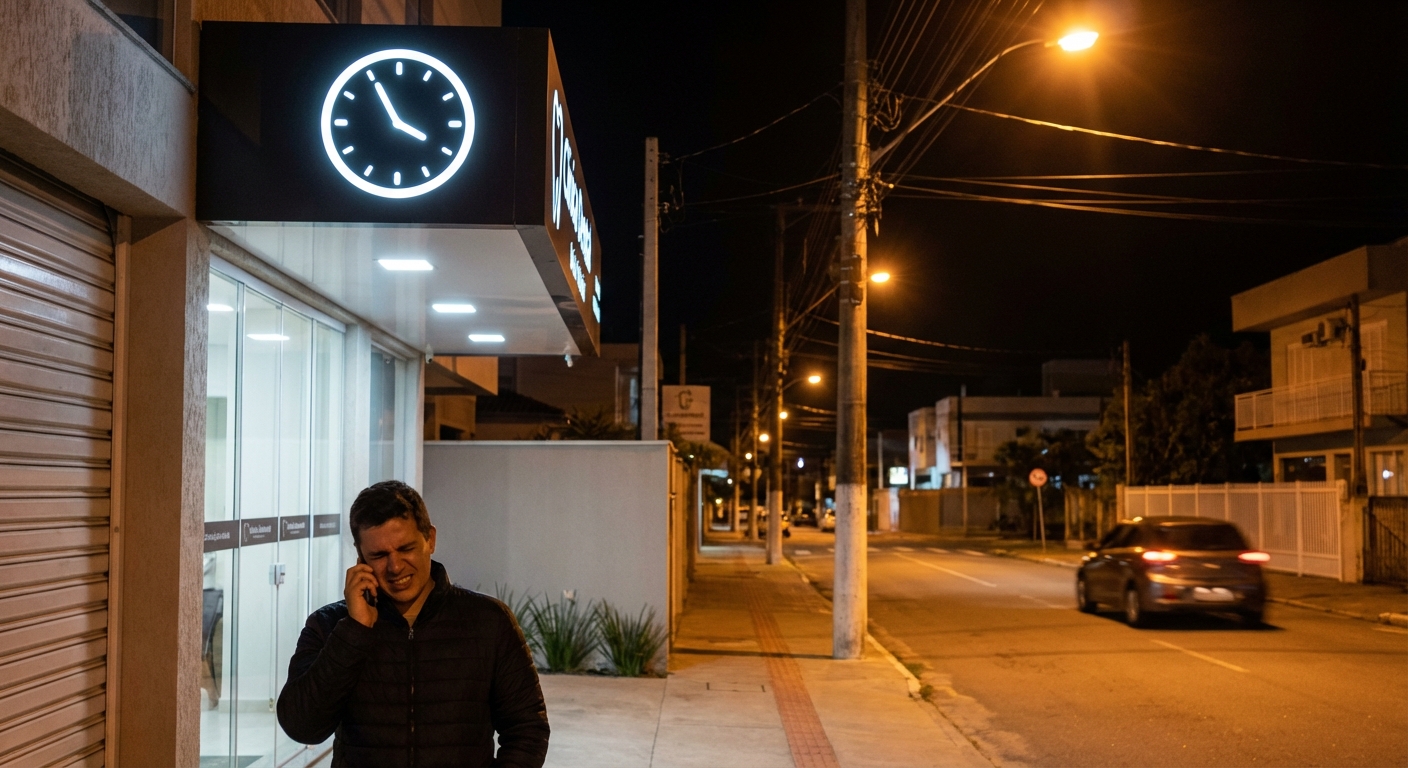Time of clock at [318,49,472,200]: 3:55
